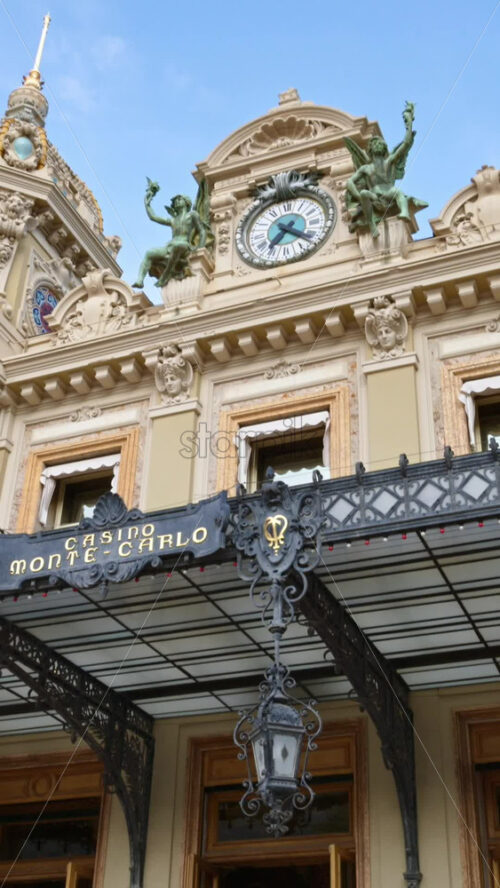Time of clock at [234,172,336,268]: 7:21
